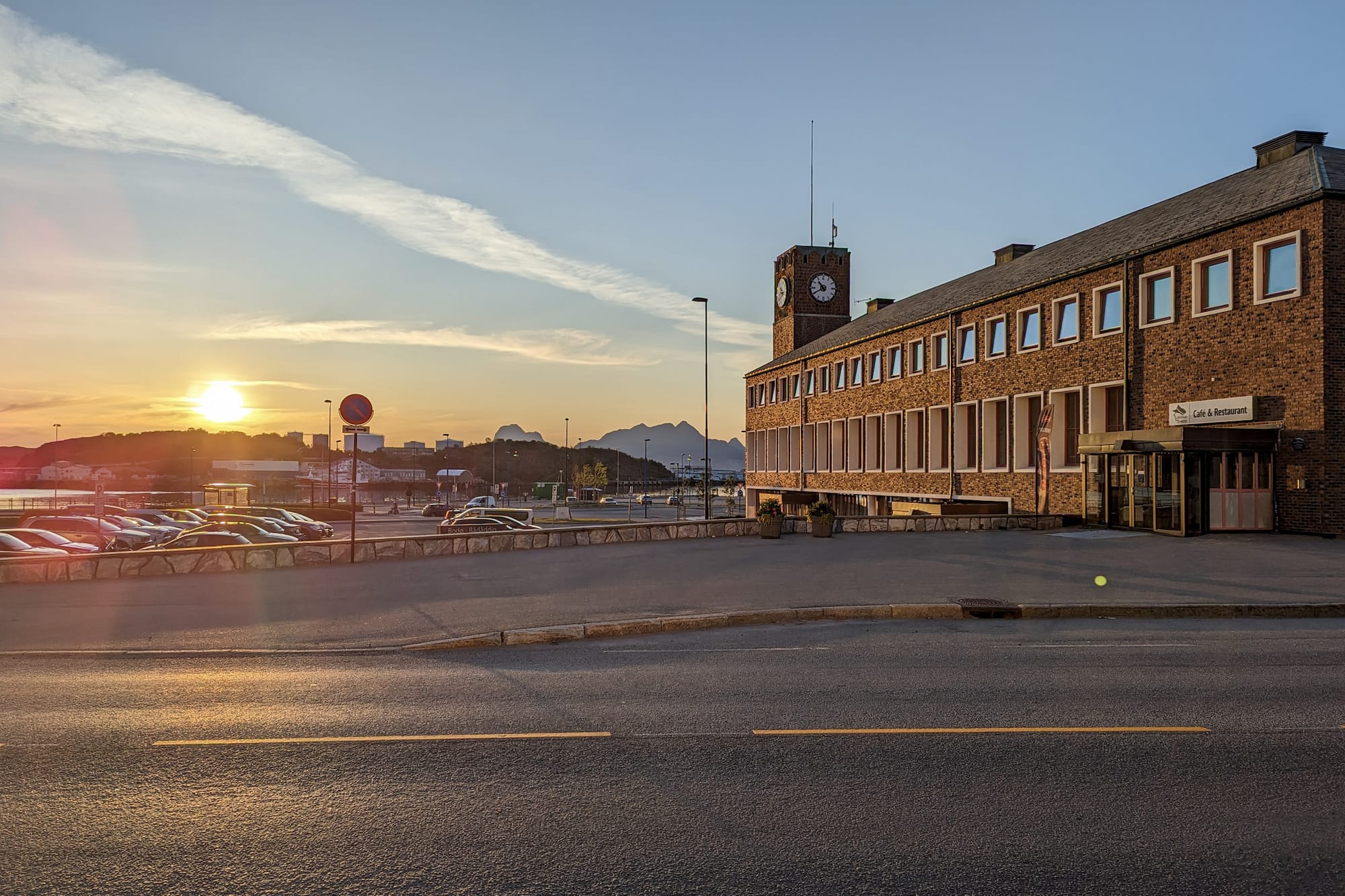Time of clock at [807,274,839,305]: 10:40
